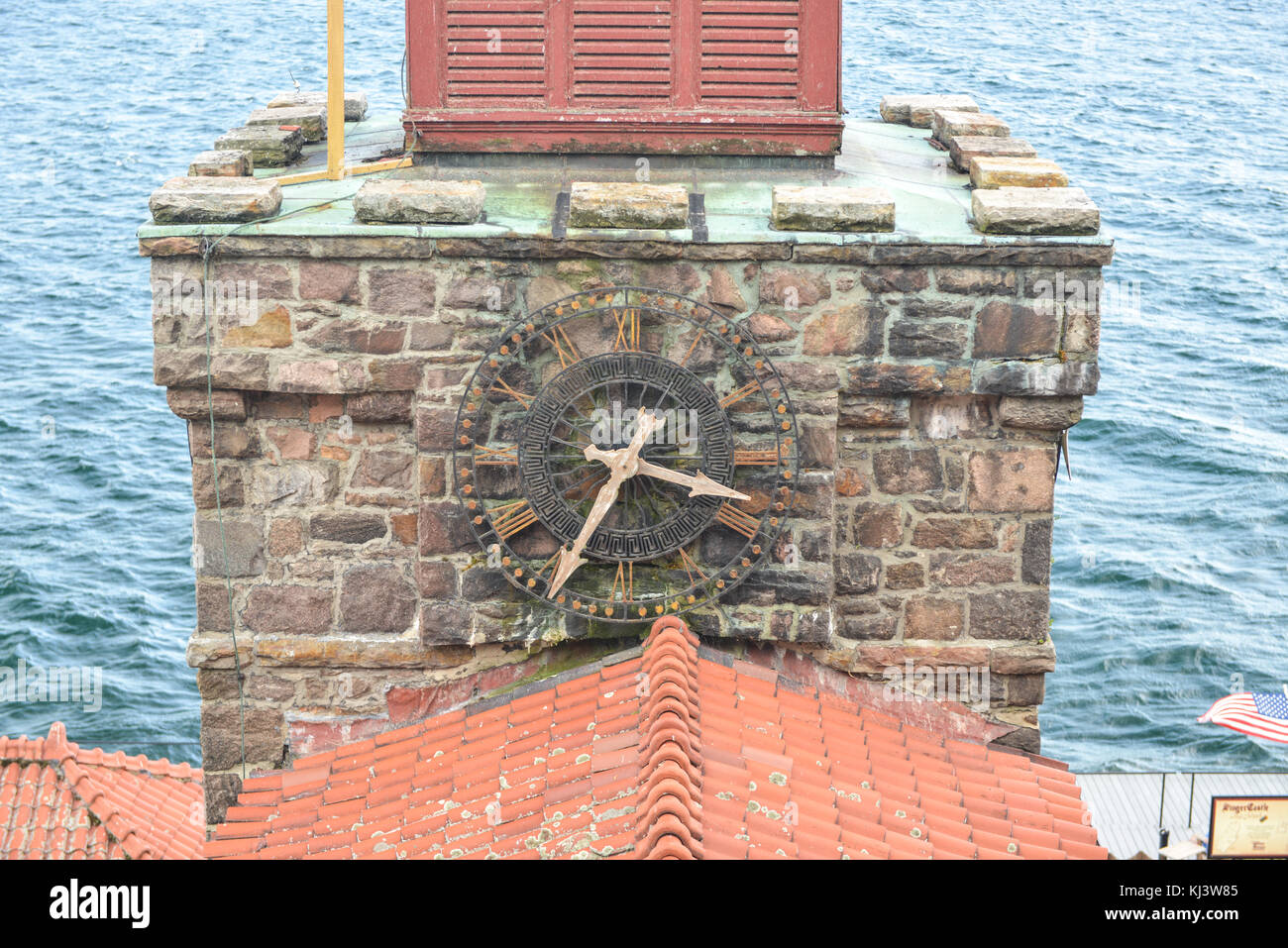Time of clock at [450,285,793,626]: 3:34
